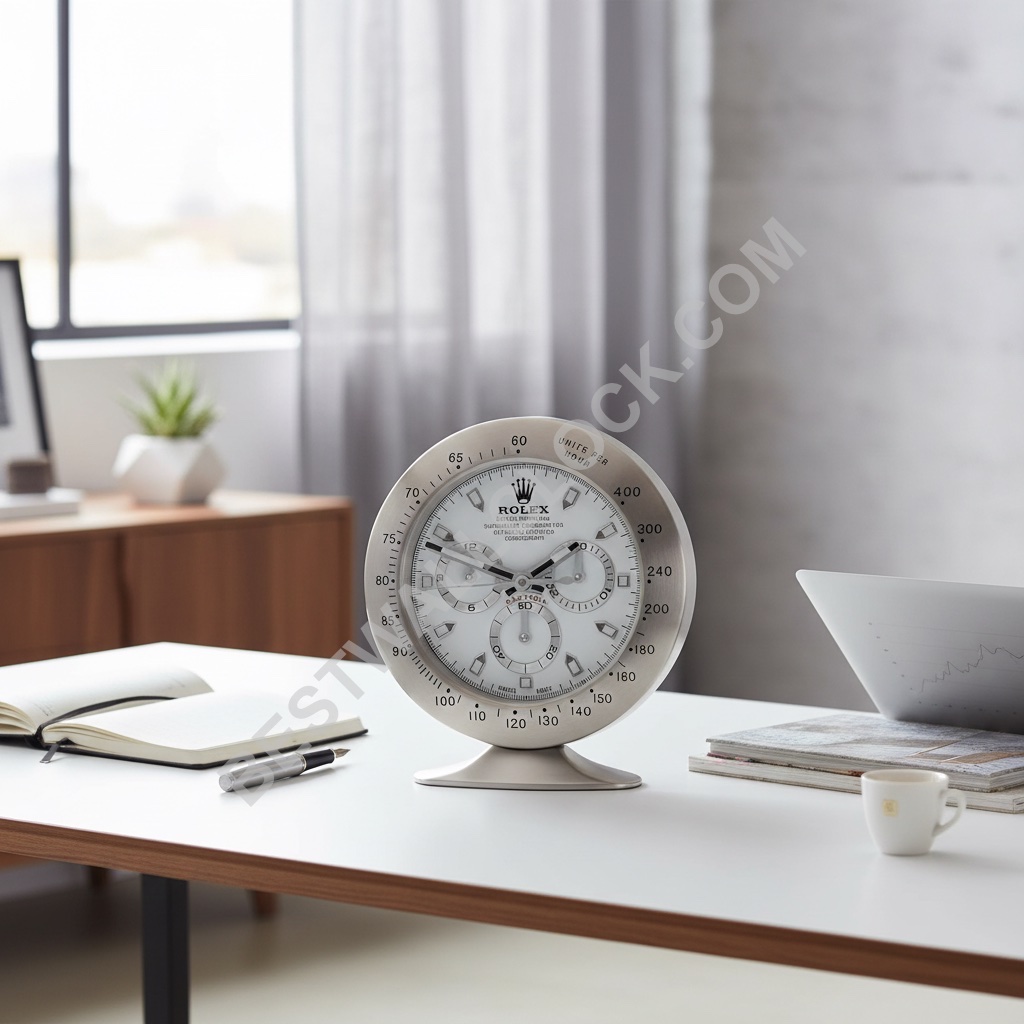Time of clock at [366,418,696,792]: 1:47
